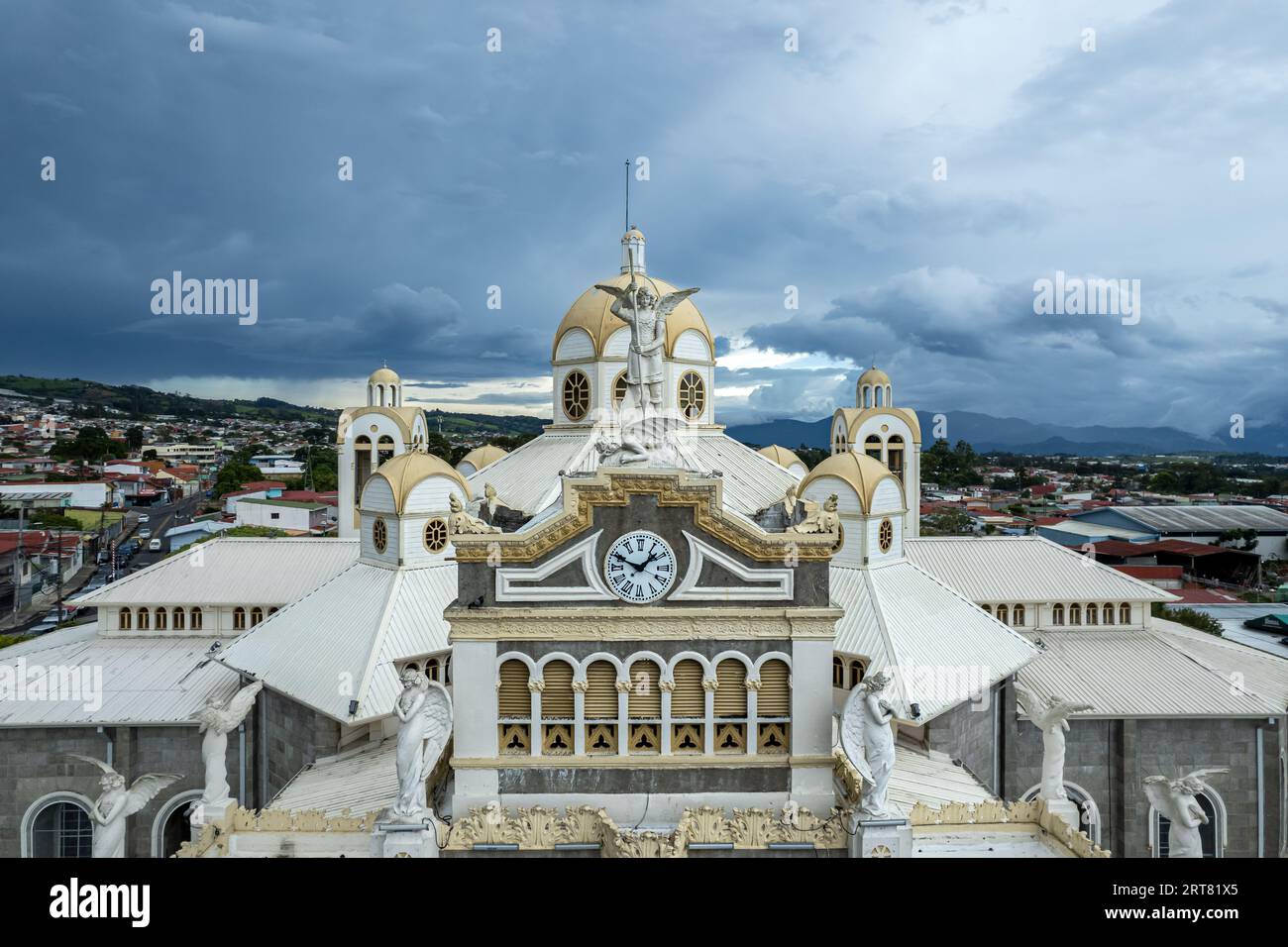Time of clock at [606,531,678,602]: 1:49
